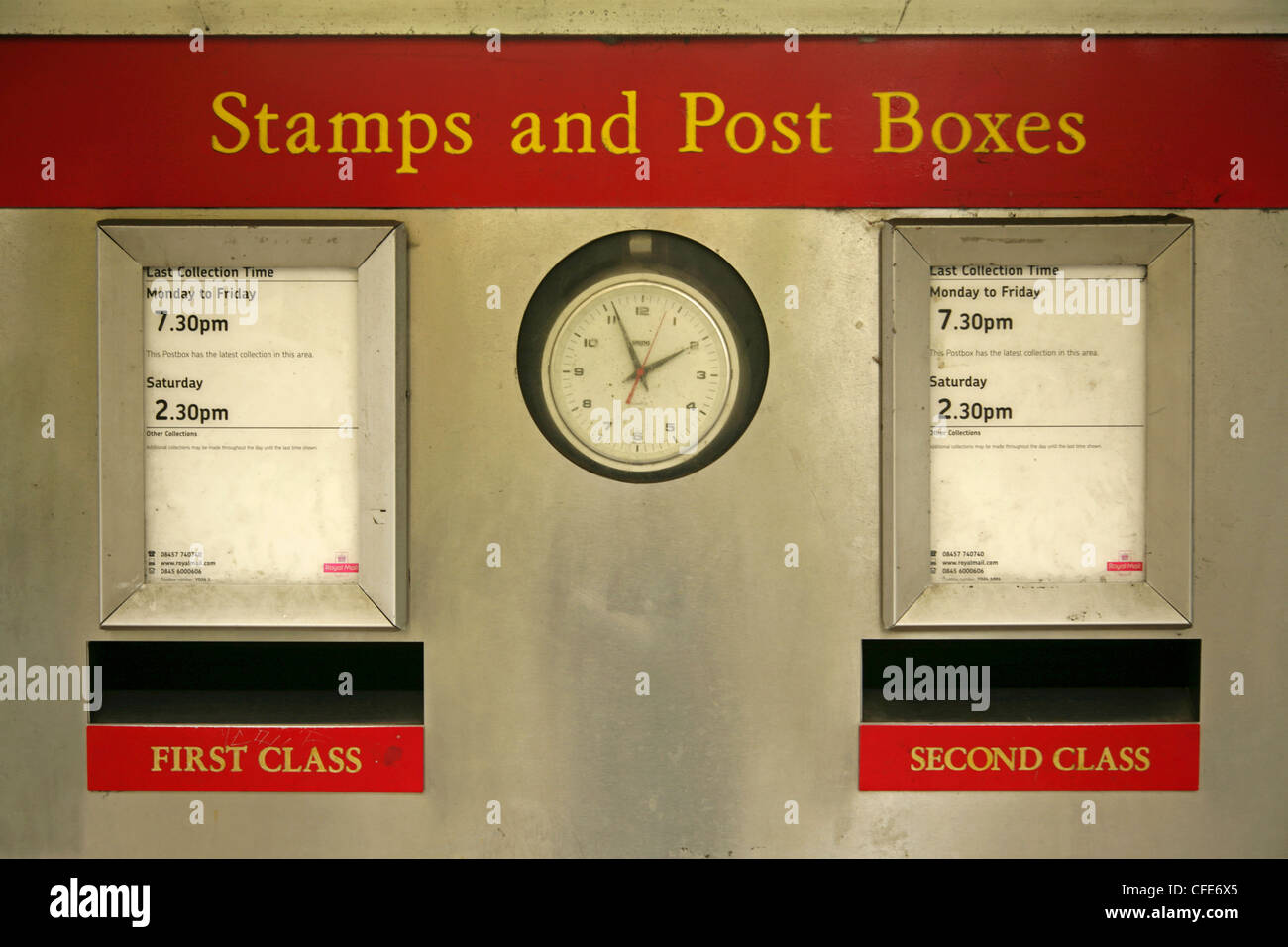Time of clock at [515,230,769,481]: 1:56
